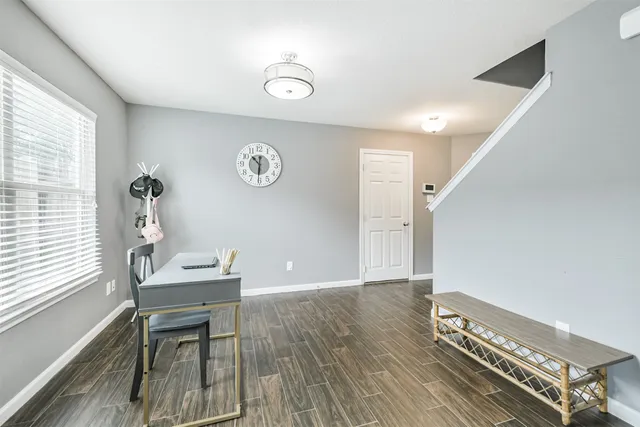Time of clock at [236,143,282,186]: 10:30
